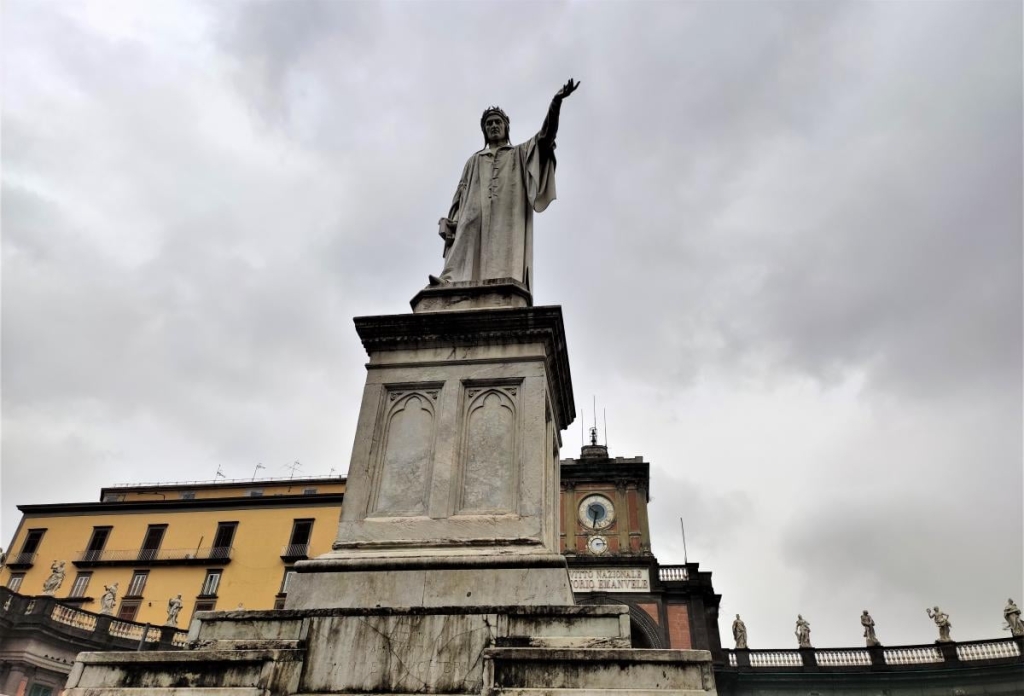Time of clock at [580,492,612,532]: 10:32
